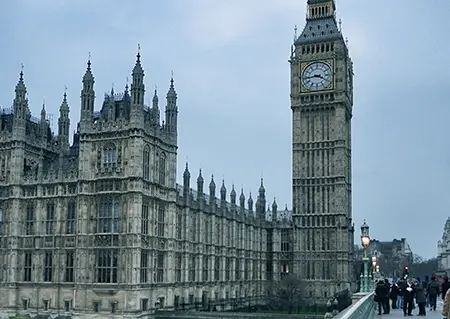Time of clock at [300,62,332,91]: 3:43
